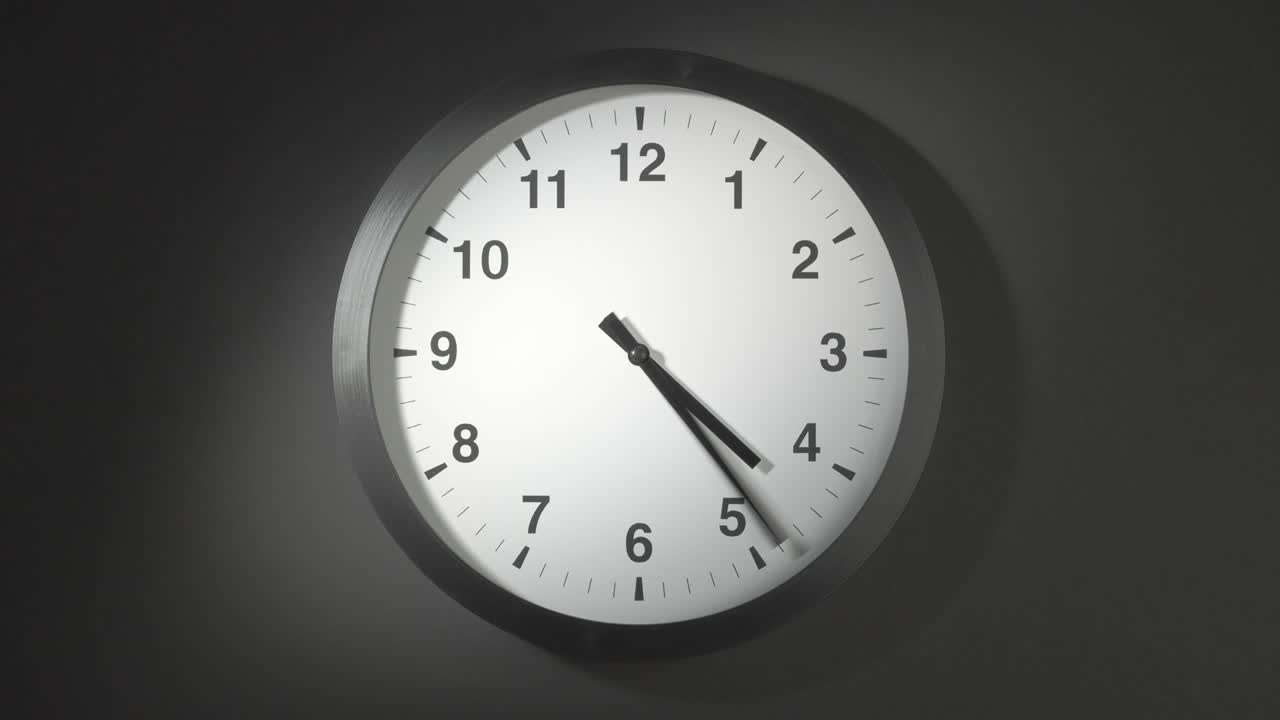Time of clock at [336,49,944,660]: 4:22
